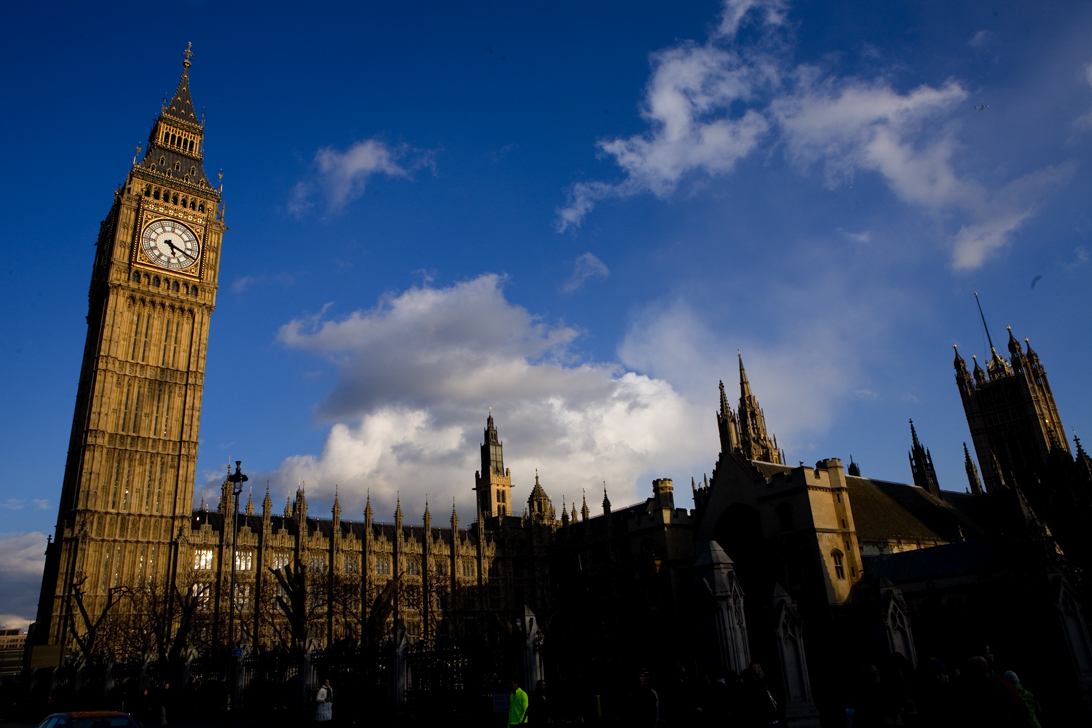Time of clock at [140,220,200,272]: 5:18
